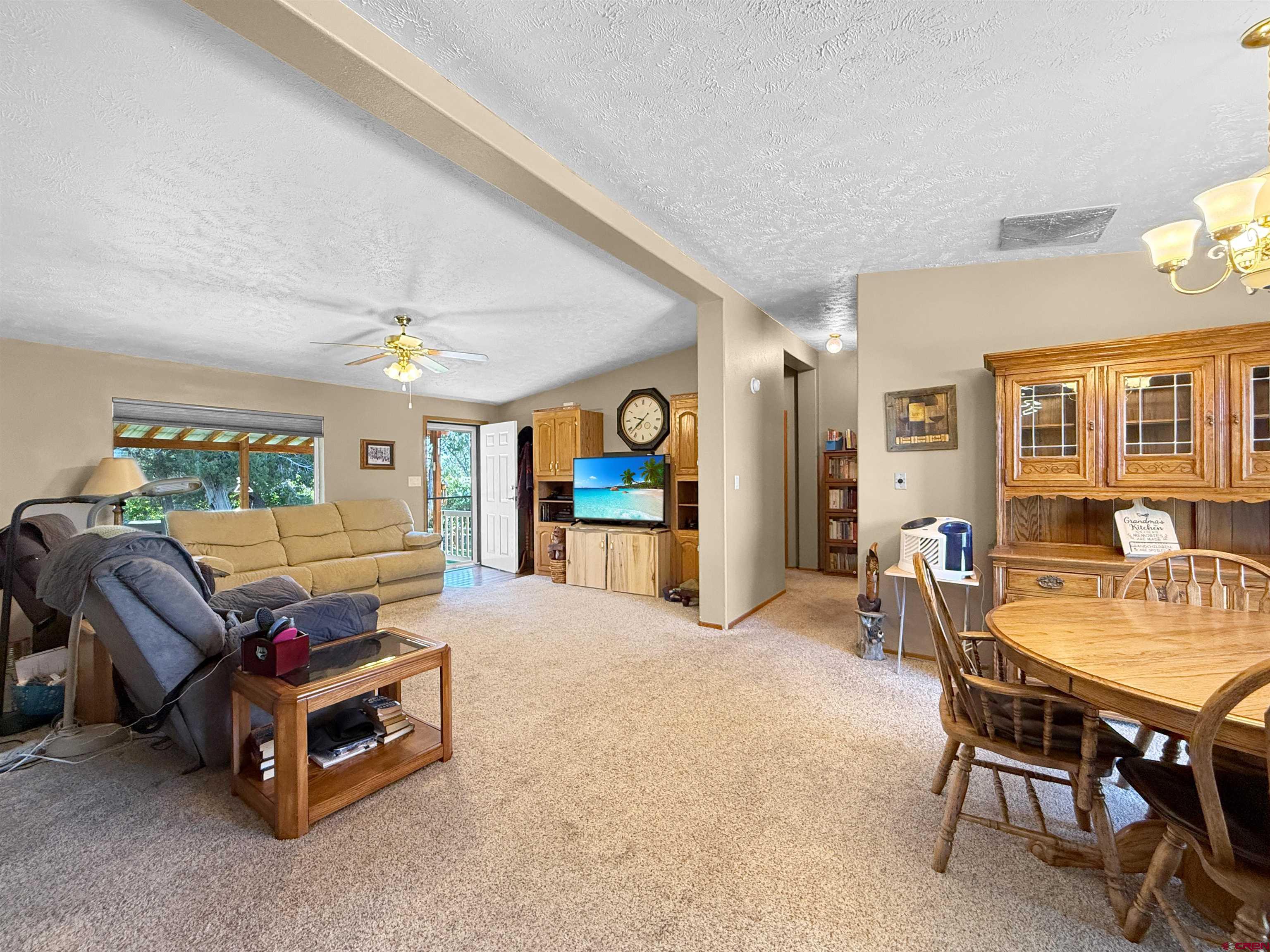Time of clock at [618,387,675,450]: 9:37
